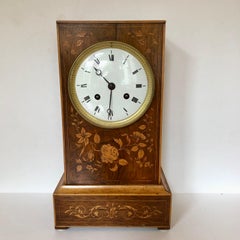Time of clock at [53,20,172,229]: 10:31
